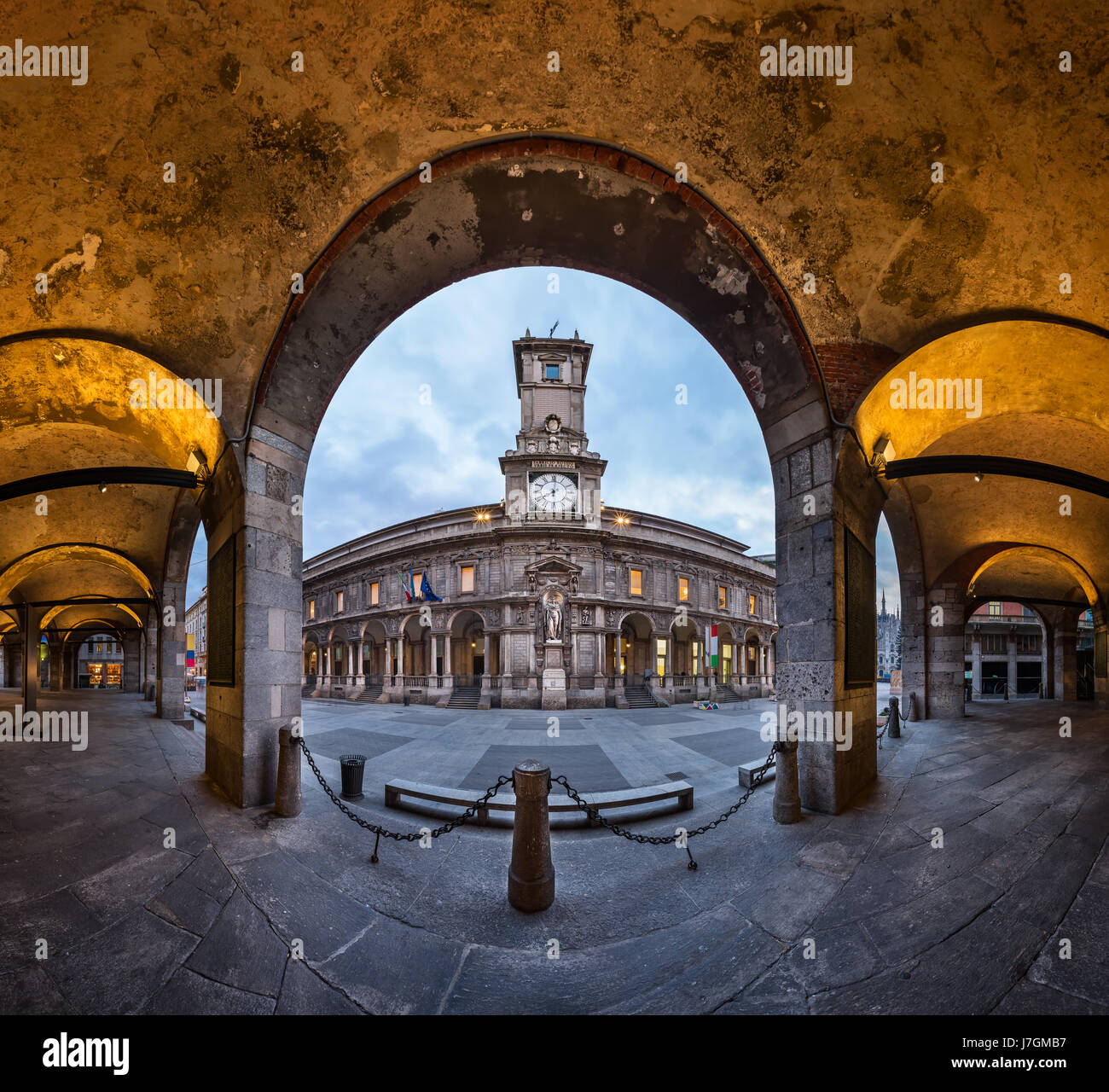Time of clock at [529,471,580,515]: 8:01
